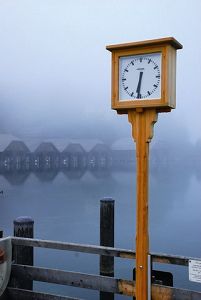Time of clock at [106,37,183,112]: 6:31
